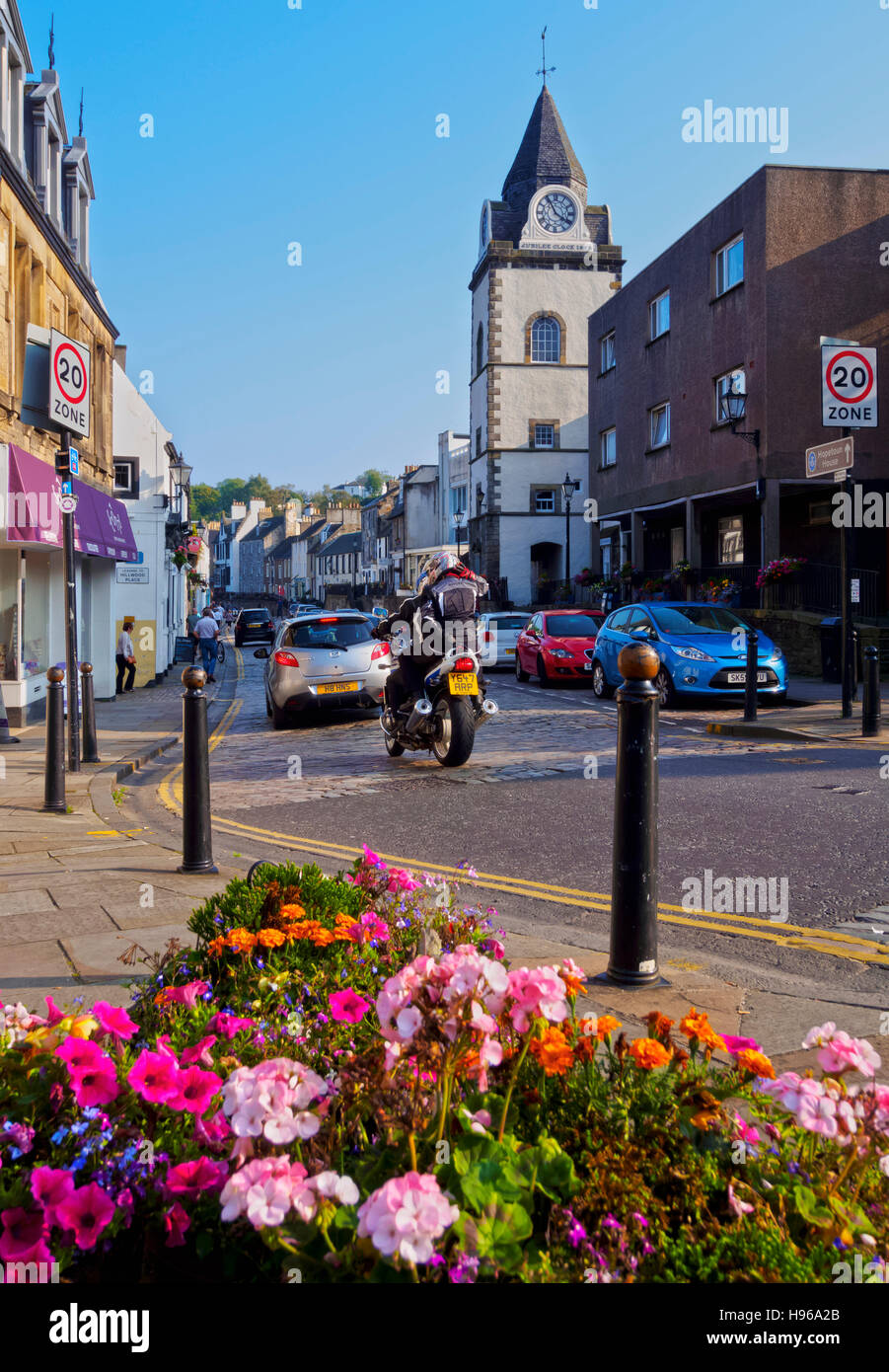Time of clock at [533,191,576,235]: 3:55
